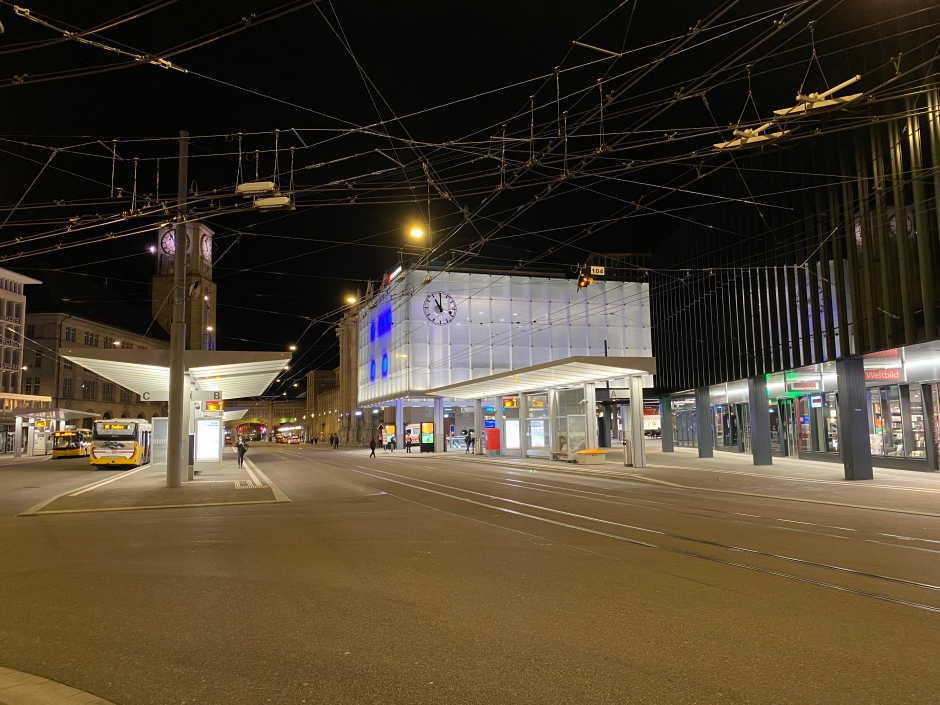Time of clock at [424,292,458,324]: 11:00
